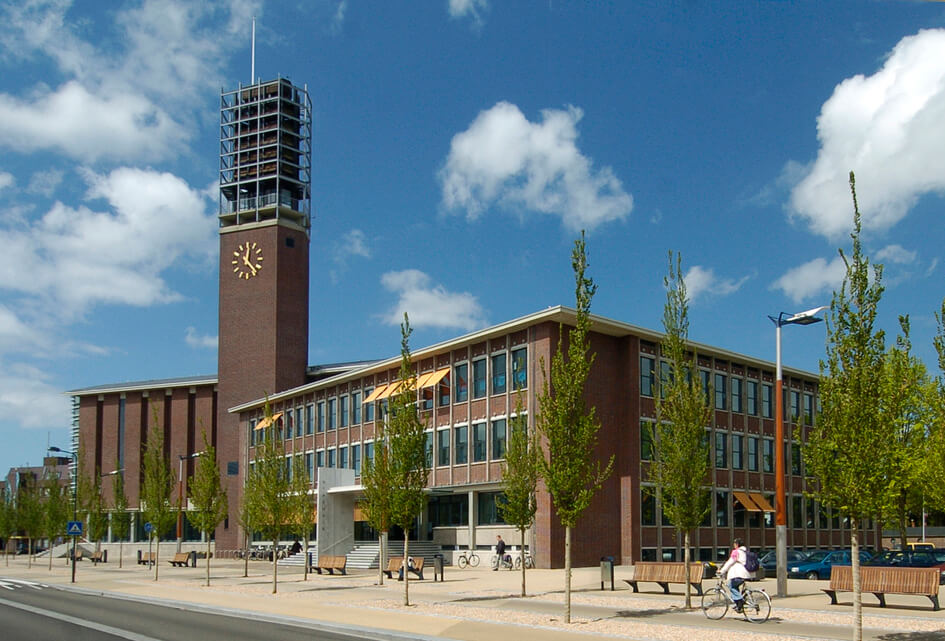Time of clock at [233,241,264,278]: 12:23
